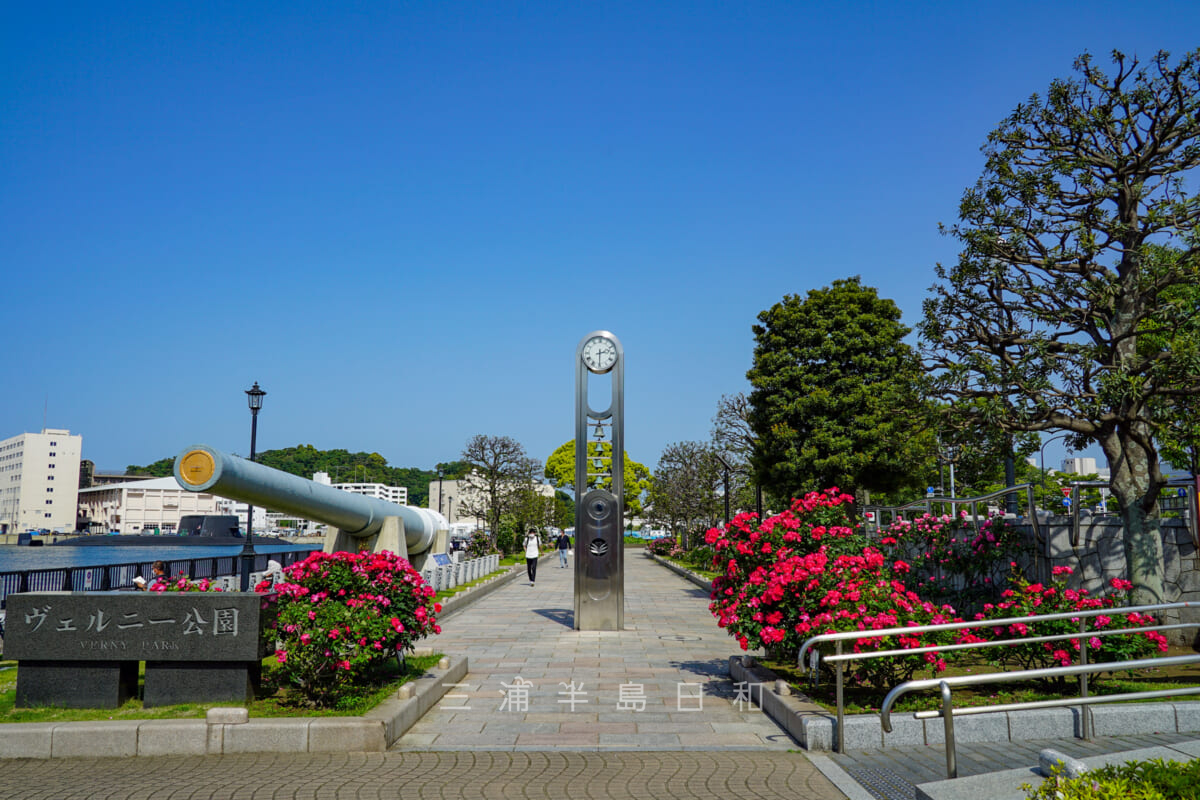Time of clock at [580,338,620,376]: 2:29
